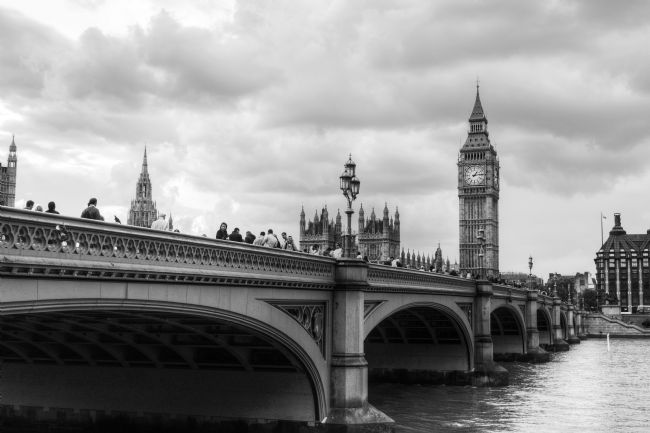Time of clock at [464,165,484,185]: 1:13
